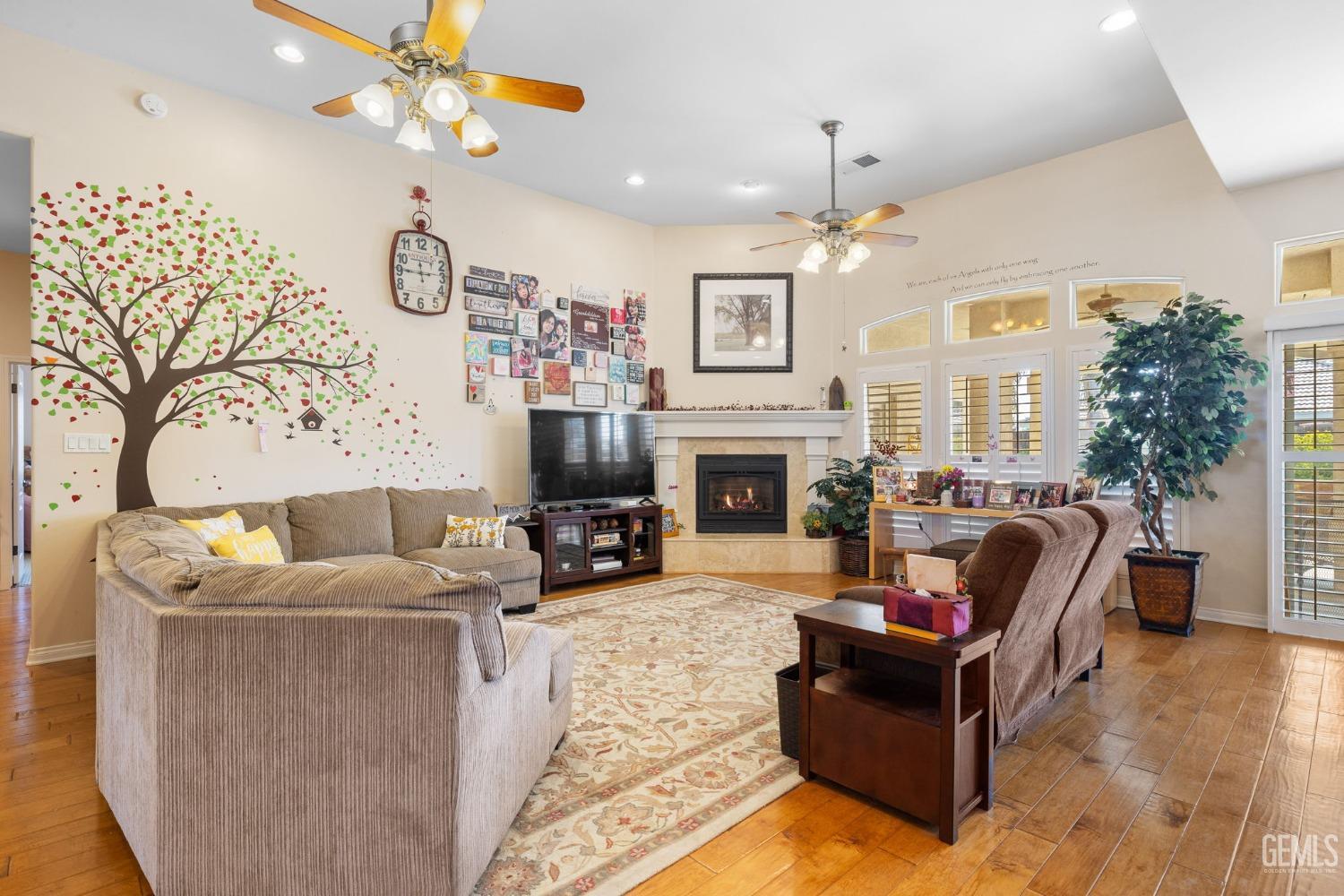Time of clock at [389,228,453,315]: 11:45
